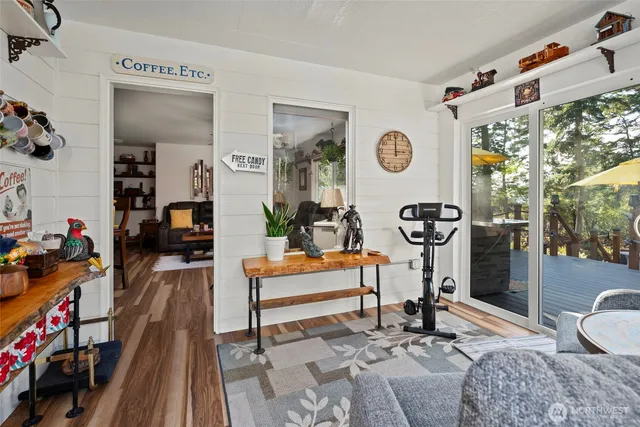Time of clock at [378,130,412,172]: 2:59
